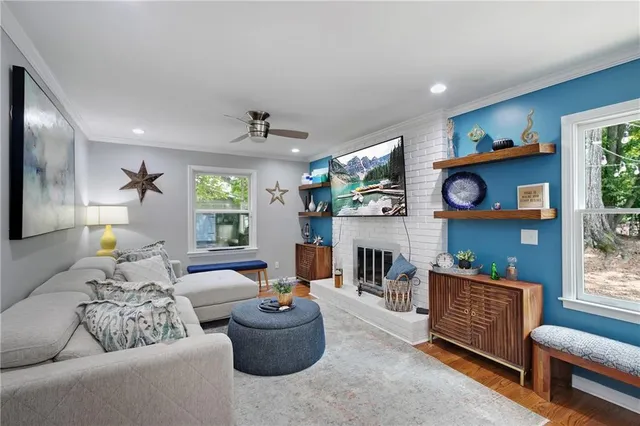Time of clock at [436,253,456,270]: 11:45
